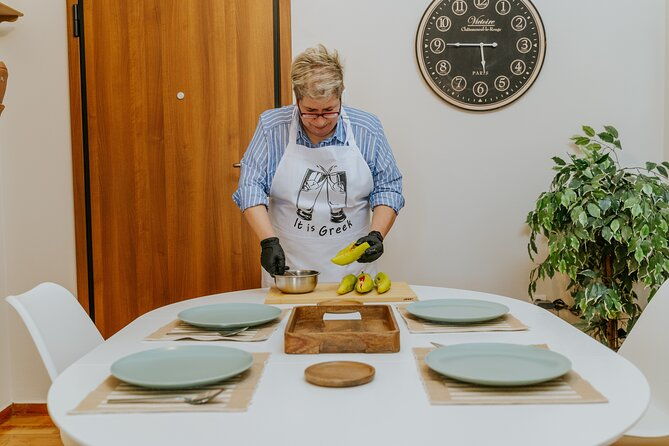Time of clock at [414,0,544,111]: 5:45
